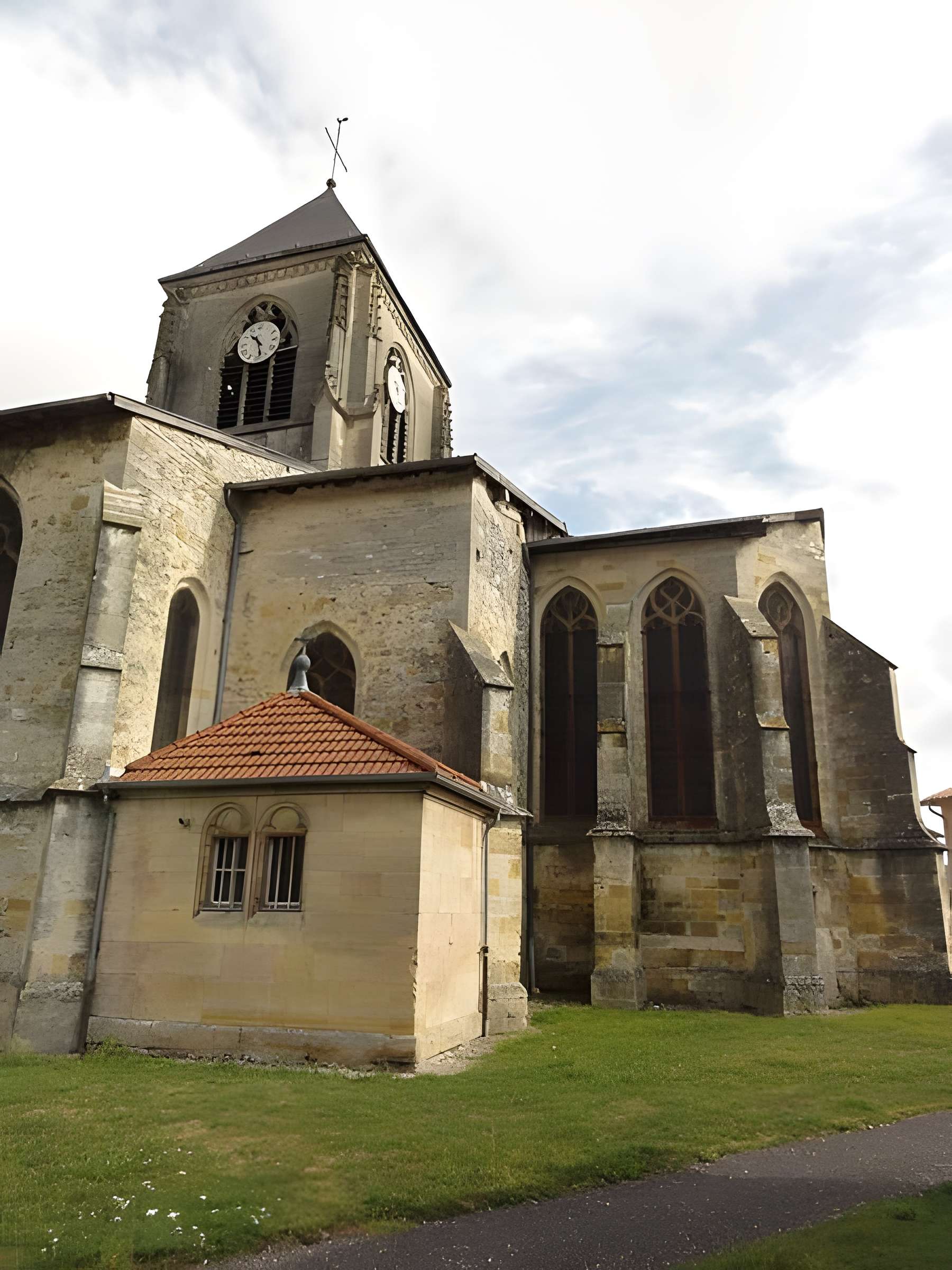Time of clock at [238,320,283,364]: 10:28
